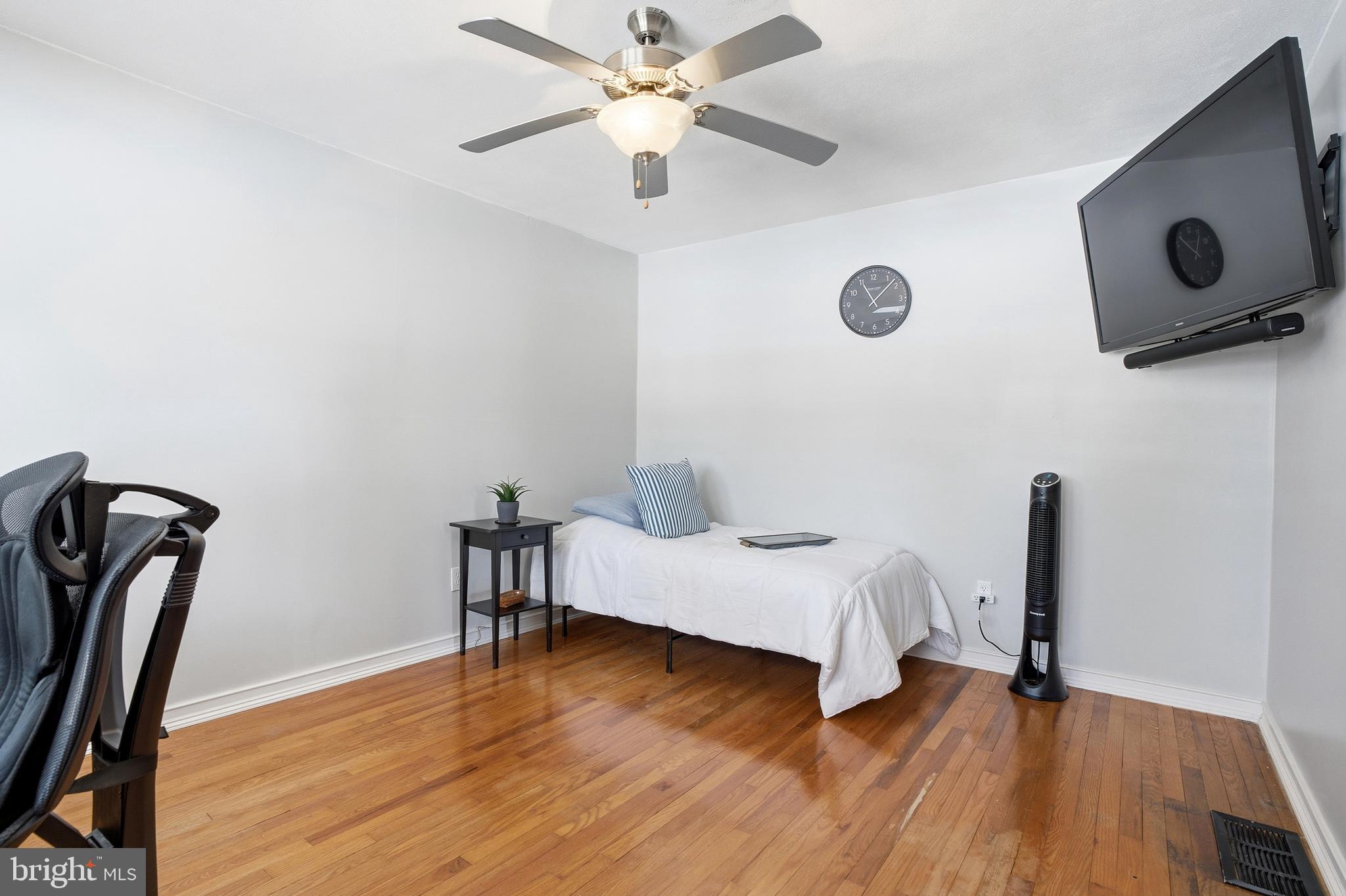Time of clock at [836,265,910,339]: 11:07
